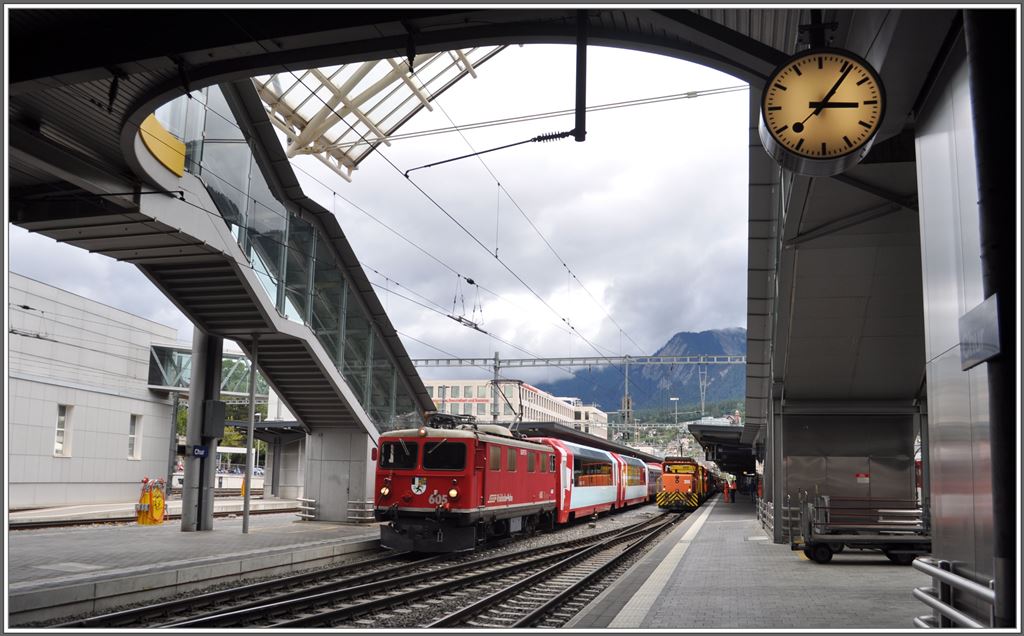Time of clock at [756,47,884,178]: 3:06
